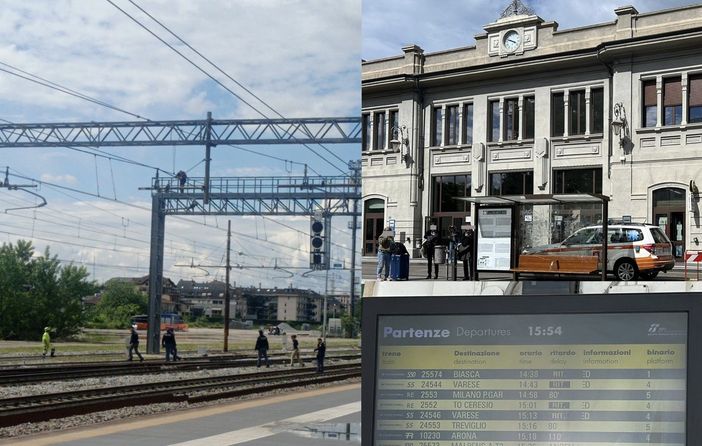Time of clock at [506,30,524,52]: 3:48
